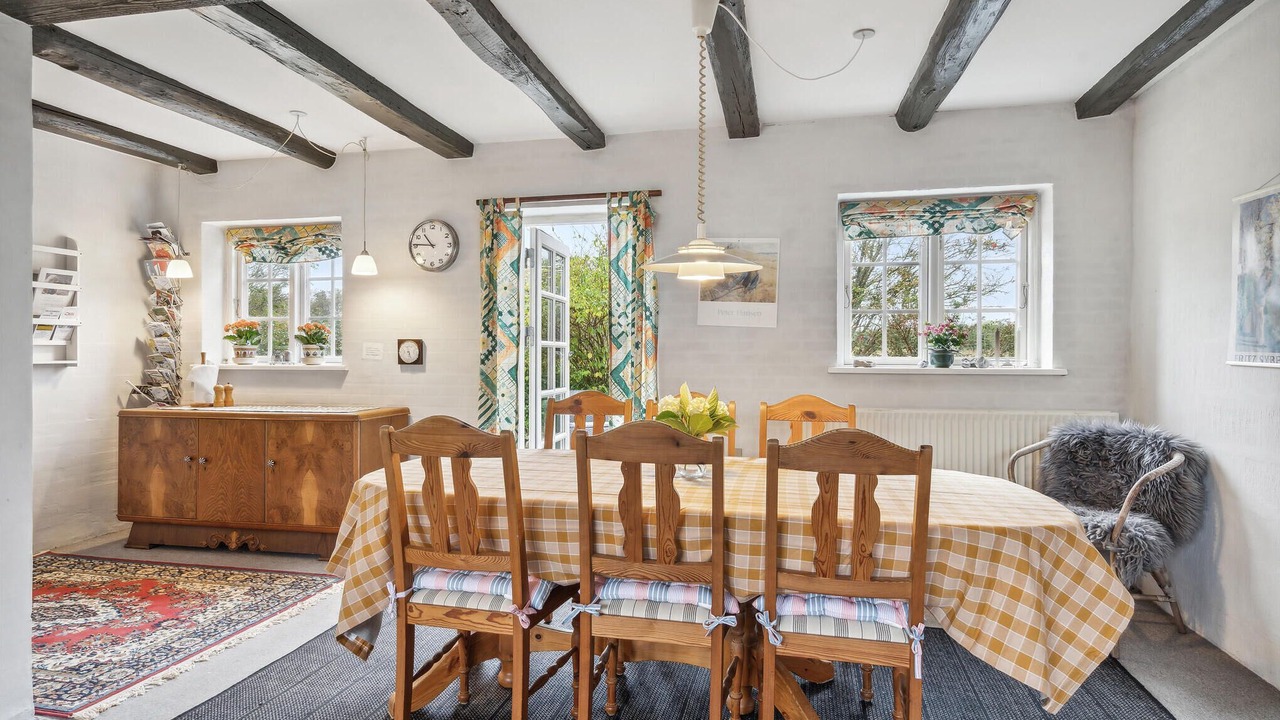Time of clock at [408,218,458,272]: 10:45
